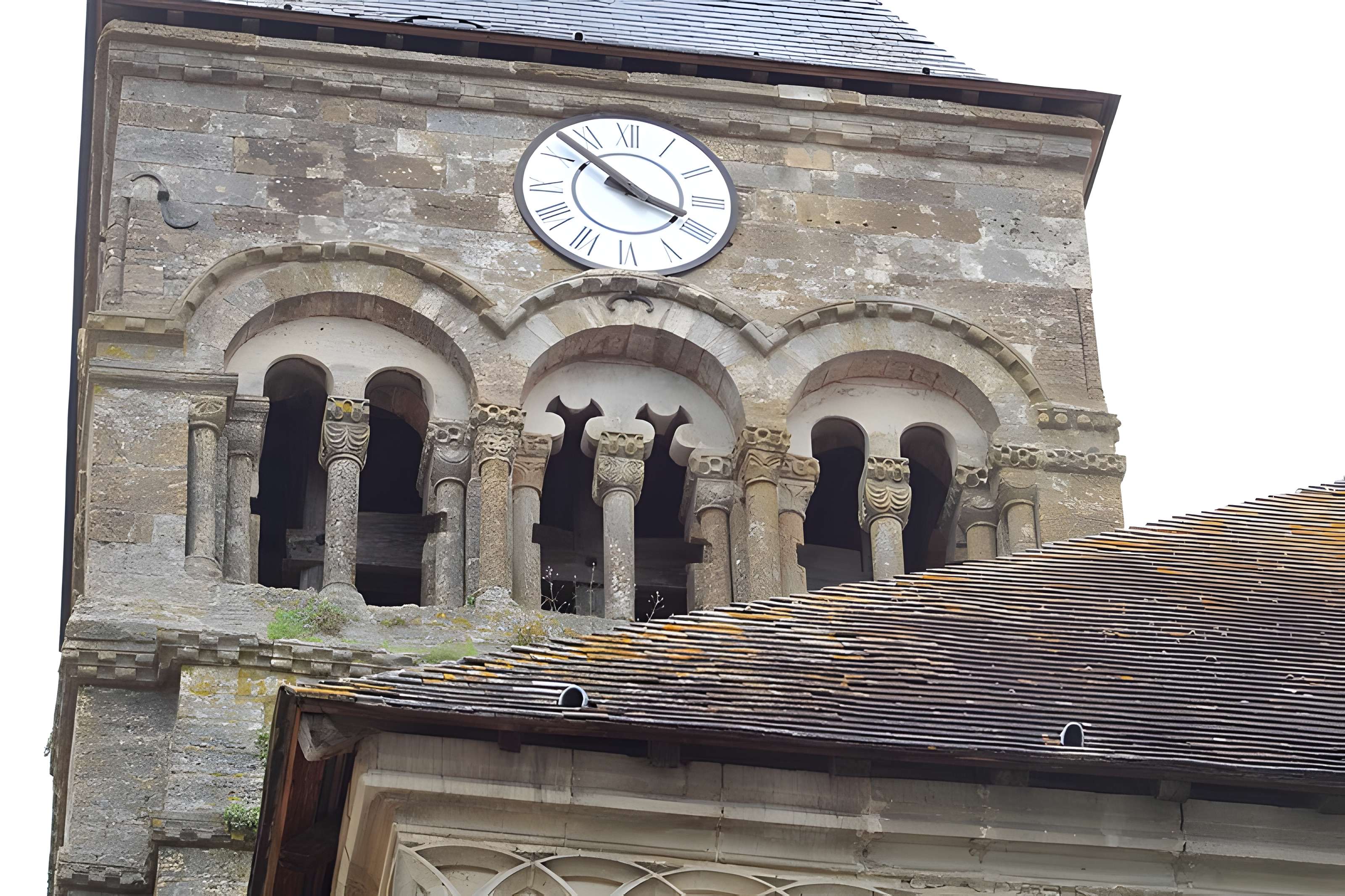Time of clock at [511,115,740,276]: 3:52
